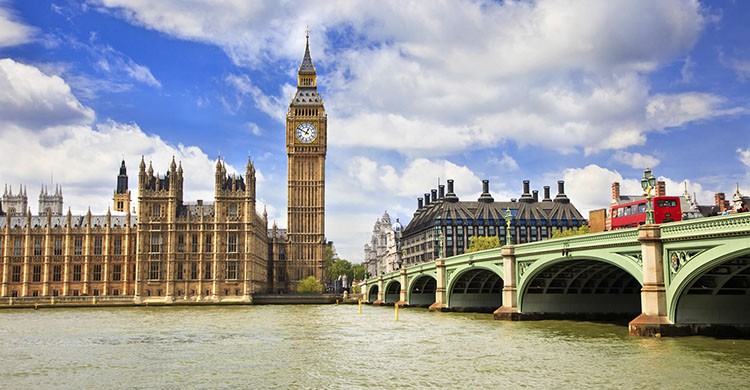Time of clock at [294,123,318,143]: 12:49
